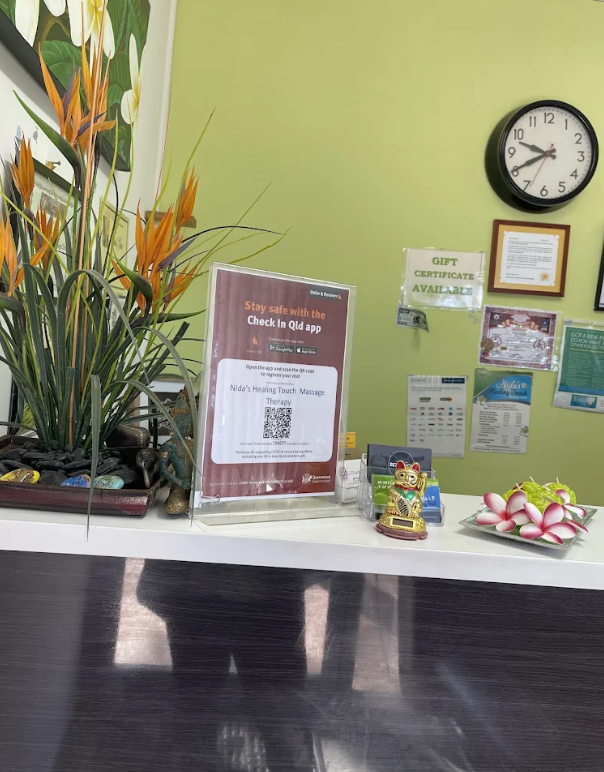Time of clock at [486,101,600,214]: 9:40
